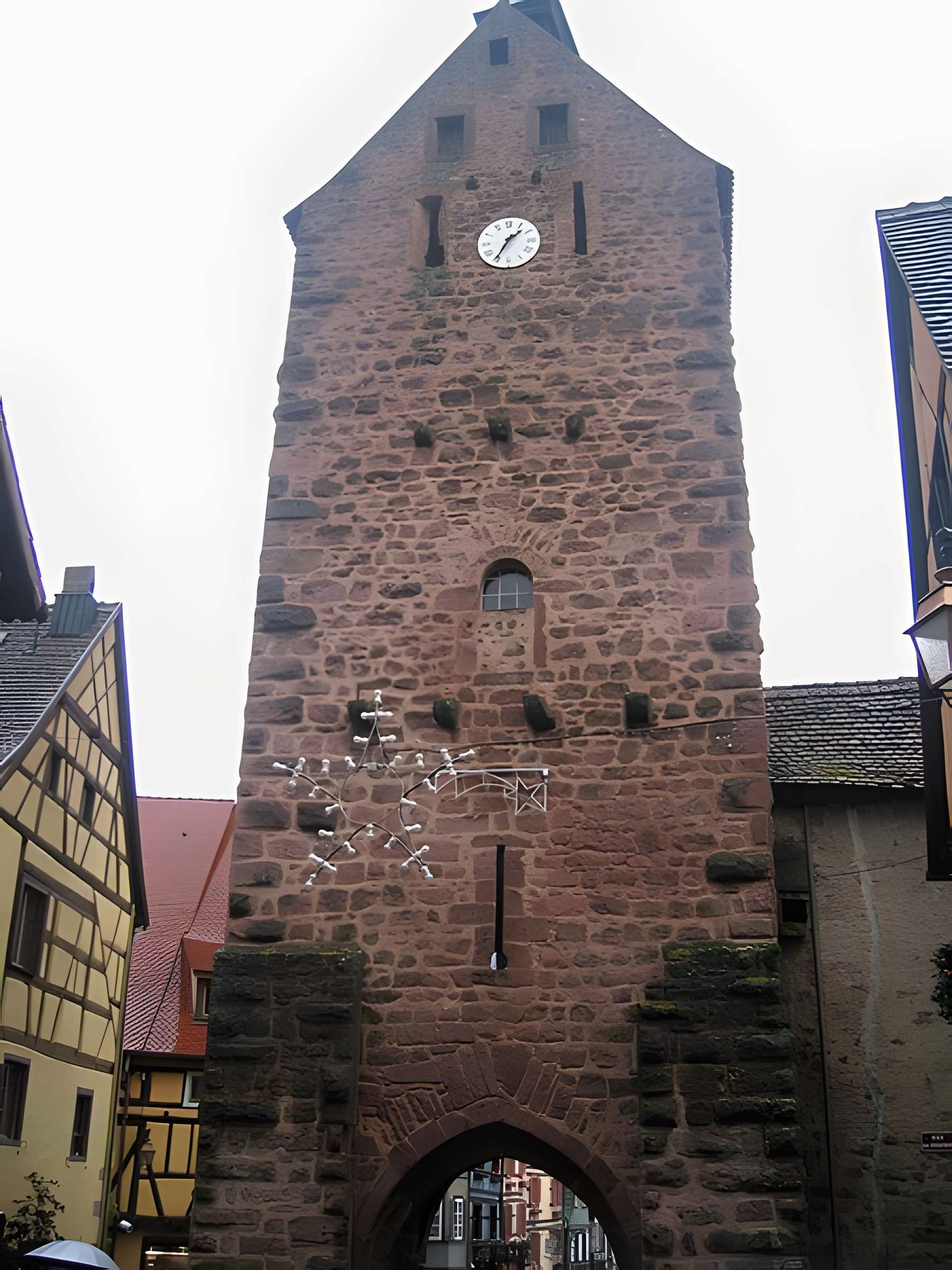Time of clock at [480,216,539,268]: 1:35
